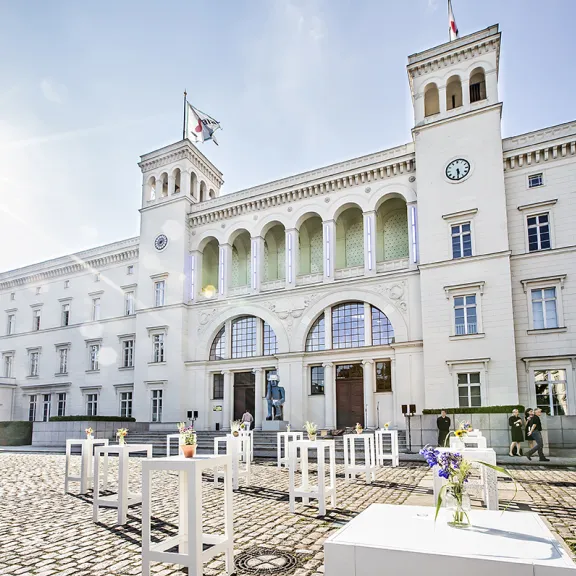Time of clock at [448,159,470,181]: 5:30
